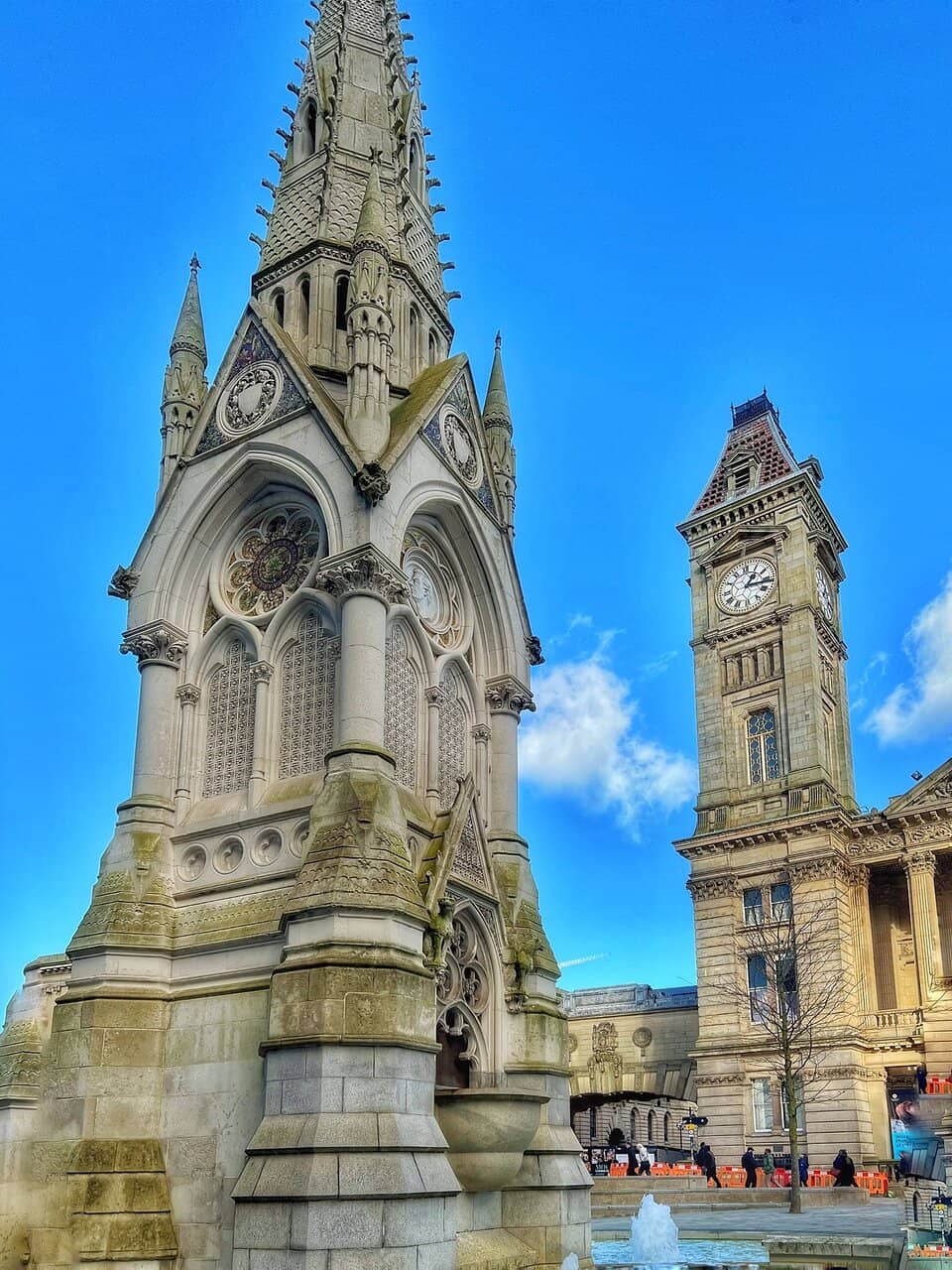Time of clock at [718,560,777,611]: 1:16
